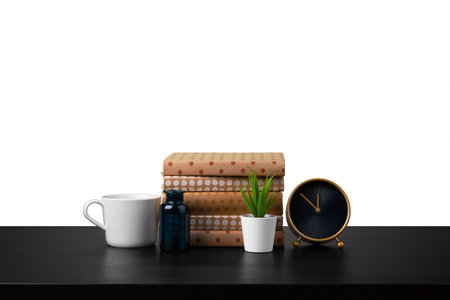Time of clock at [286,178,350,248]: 11:52
